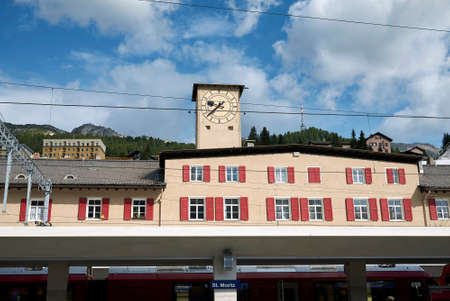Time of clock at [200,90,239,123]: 9:38
